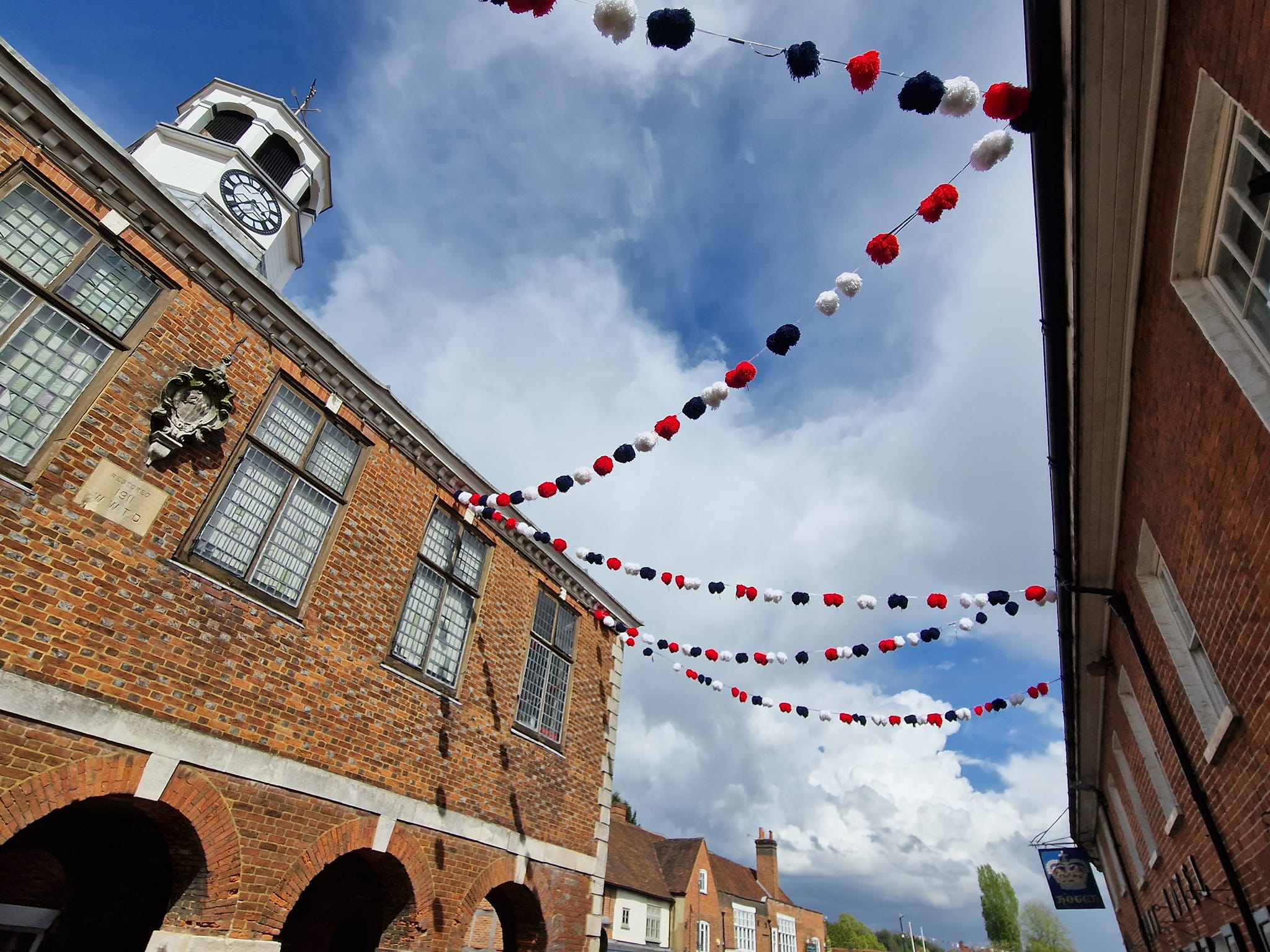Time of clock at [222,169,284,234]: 4:40
